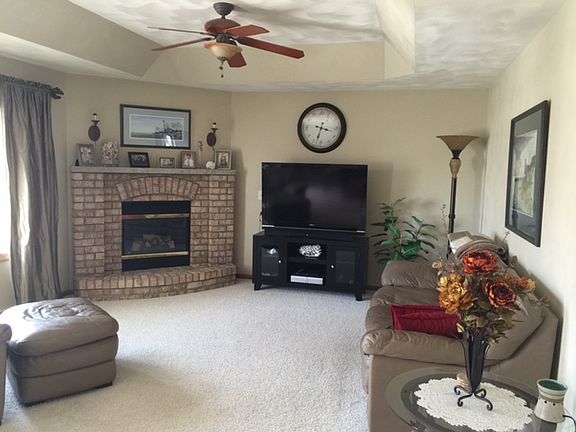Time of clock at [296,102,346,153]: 3:33
